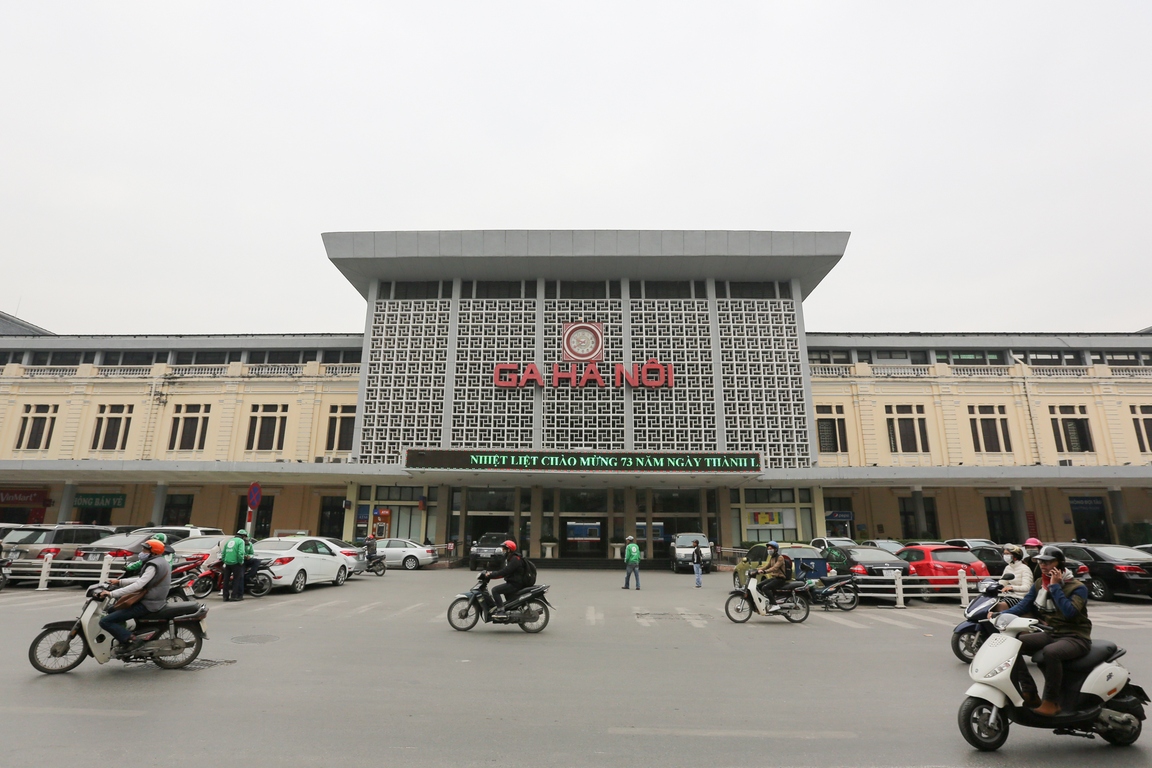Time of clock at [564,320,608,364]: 9:40
